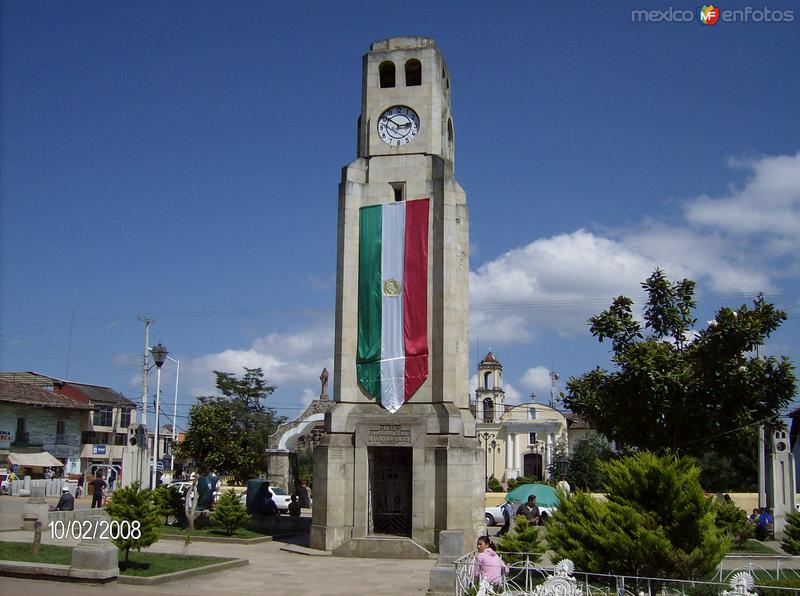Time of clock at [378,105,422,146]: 2:51
